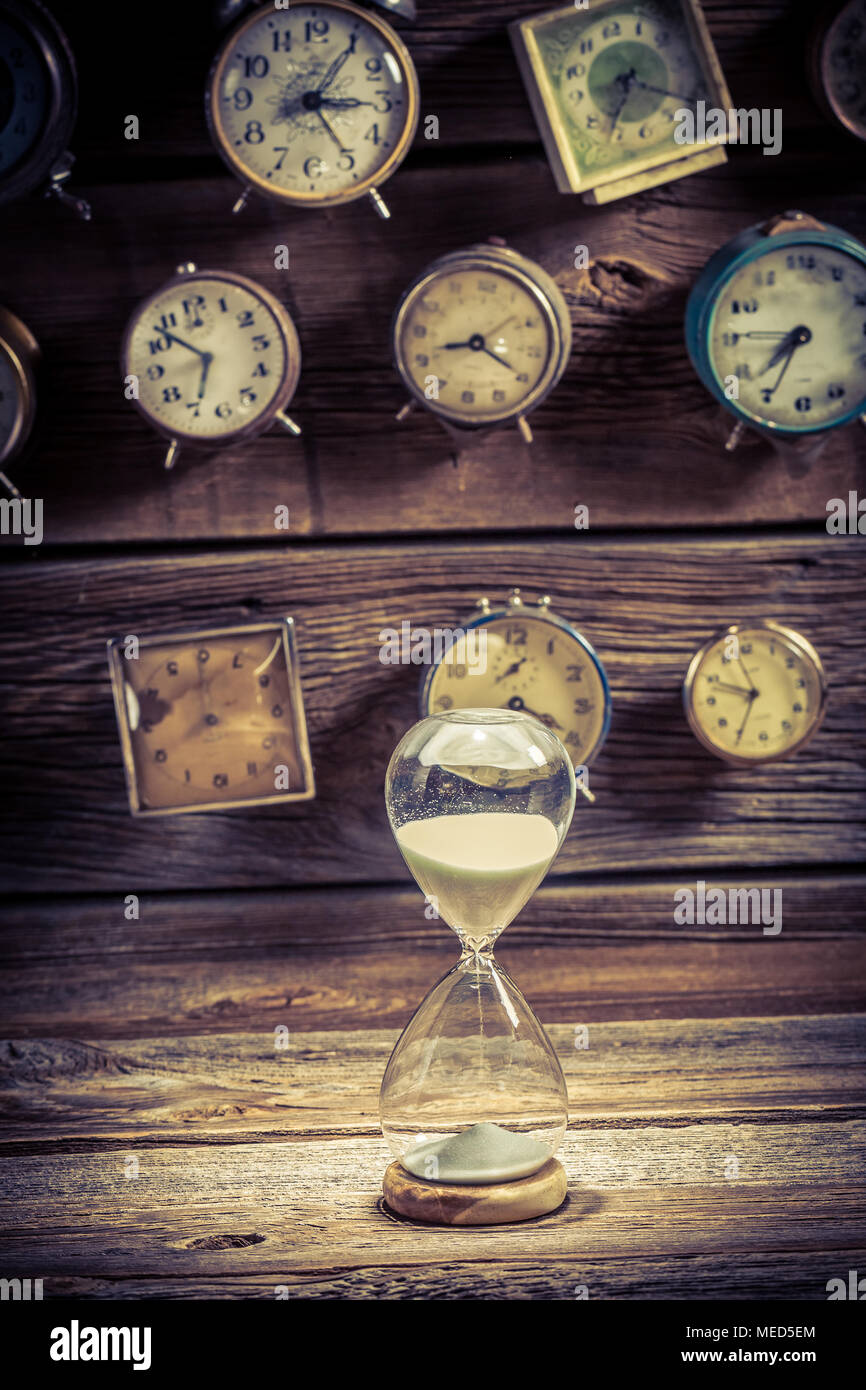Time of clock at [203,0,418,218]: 3:05
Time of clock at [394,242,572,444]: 8:19
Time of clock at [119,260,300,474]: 6:52
